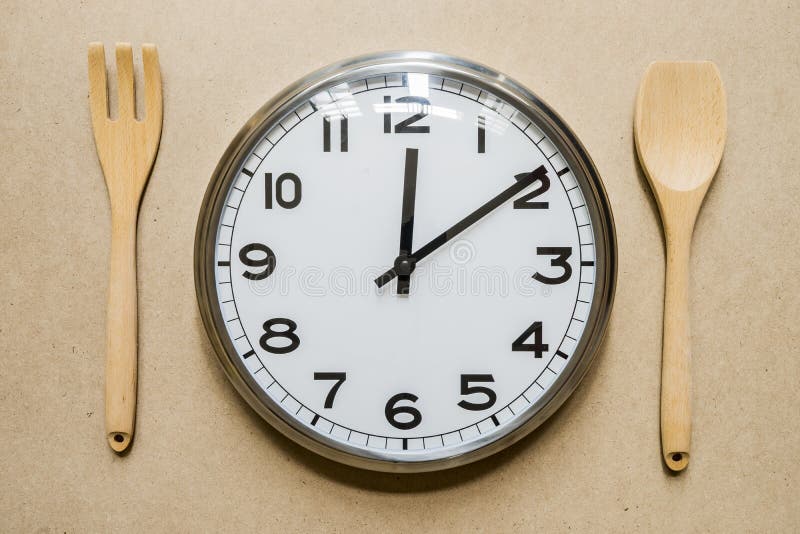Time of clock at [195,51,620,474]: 12:09
